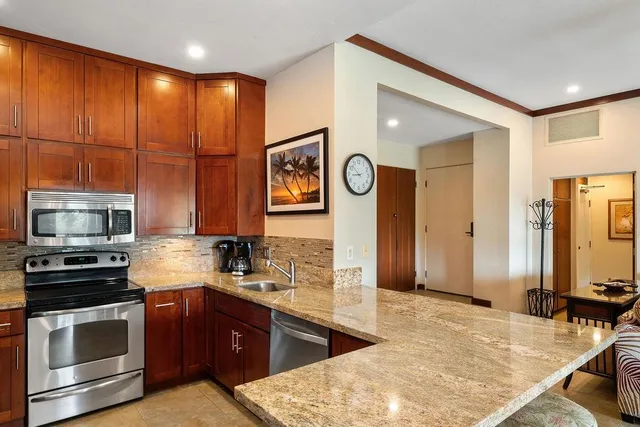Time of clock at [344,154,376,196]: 8:52
